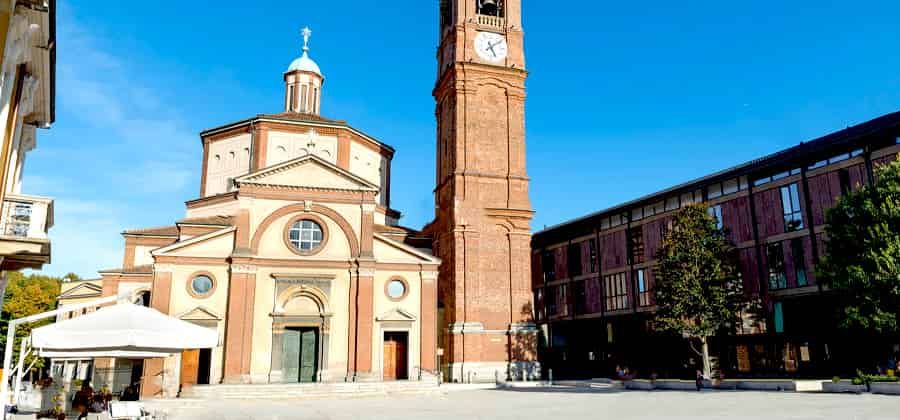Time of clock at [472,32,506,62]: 5:08
